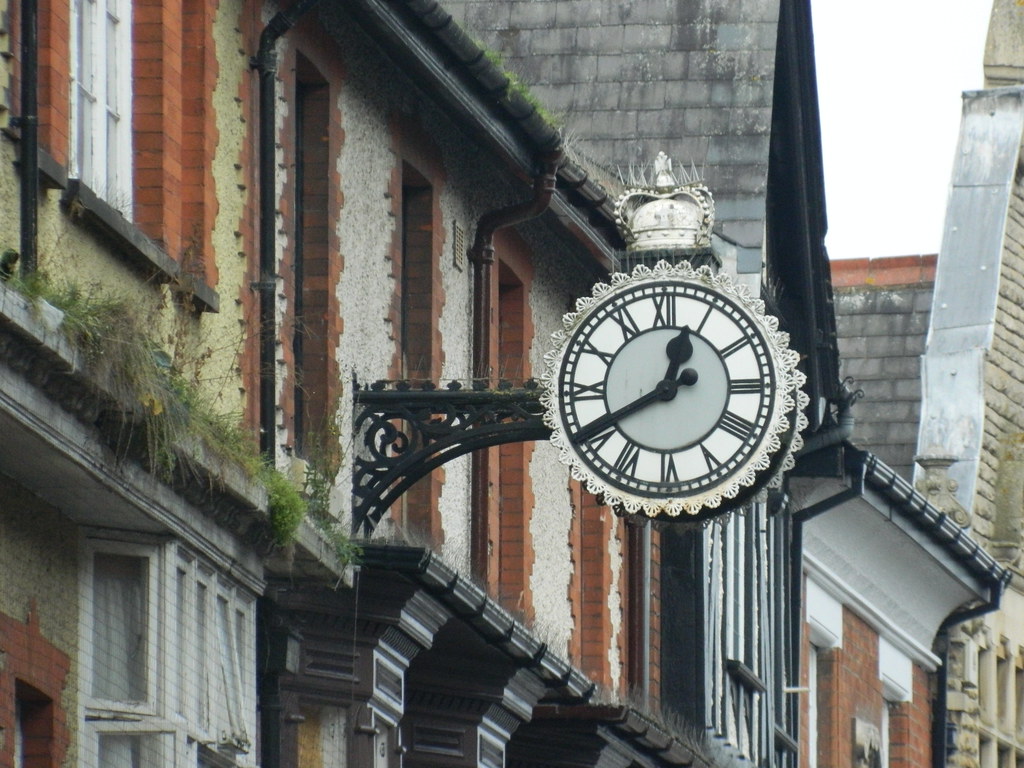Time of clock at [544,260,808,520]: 12:40
